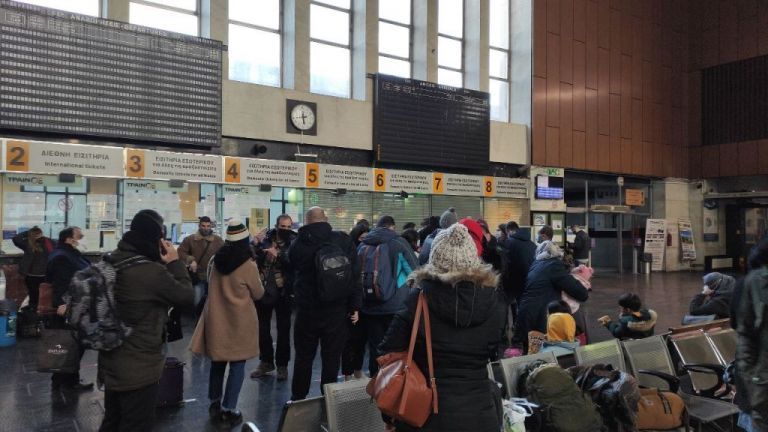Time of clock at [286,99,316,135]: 5:43
